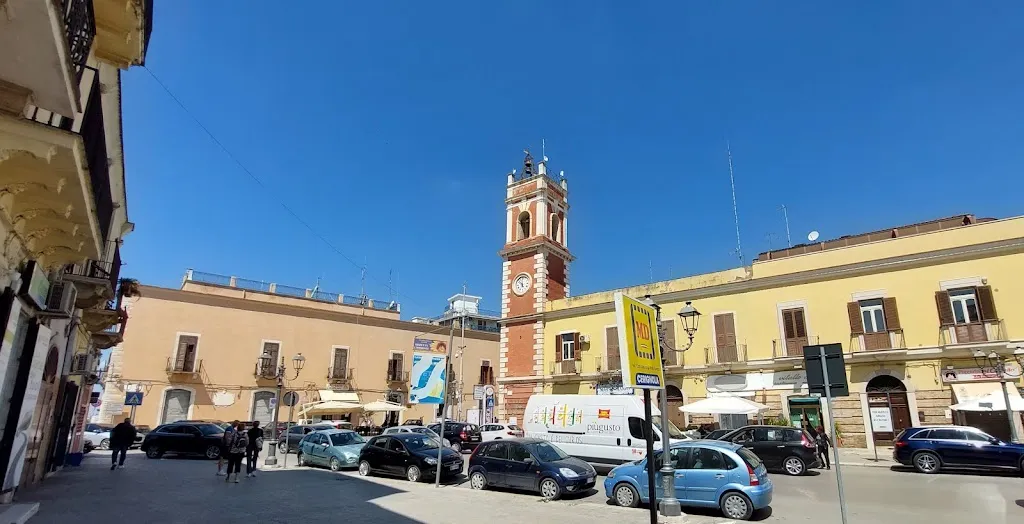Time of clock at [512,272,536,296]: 5:51
